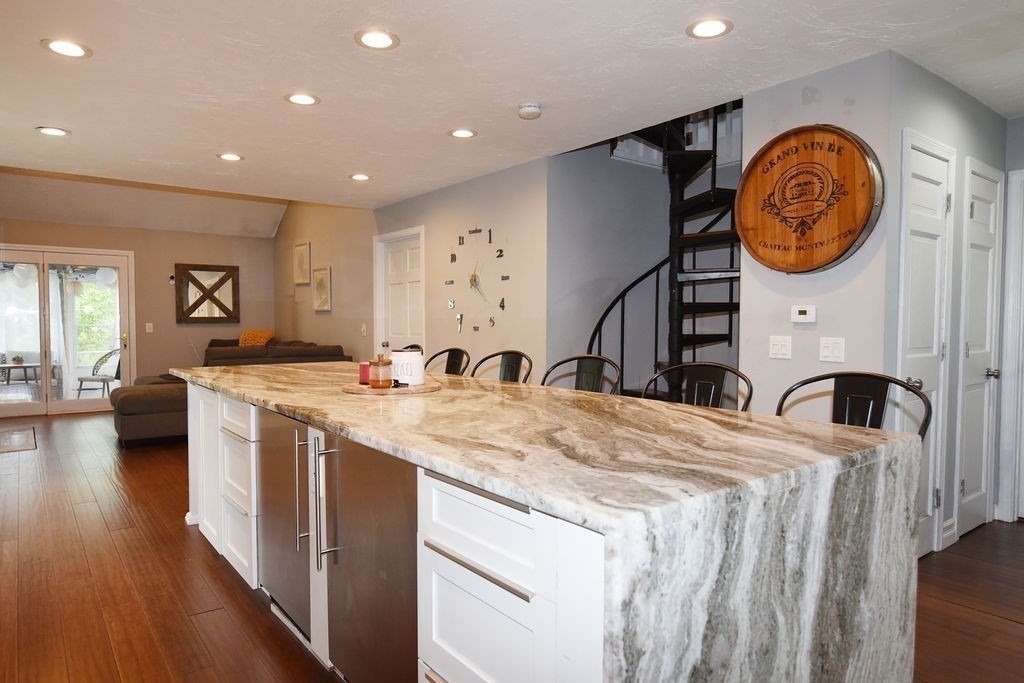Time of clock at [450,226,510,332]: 4:22
